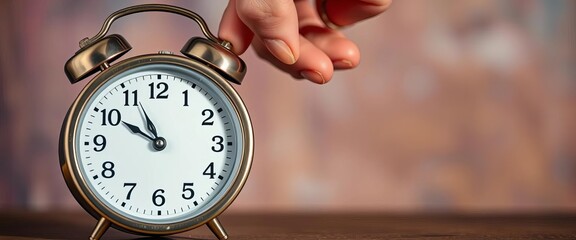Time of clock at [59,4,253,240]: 10:50
